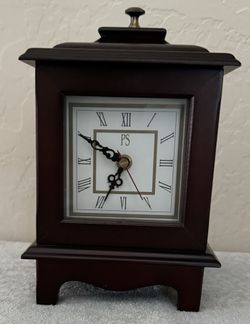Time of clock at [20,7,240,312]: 6:49
